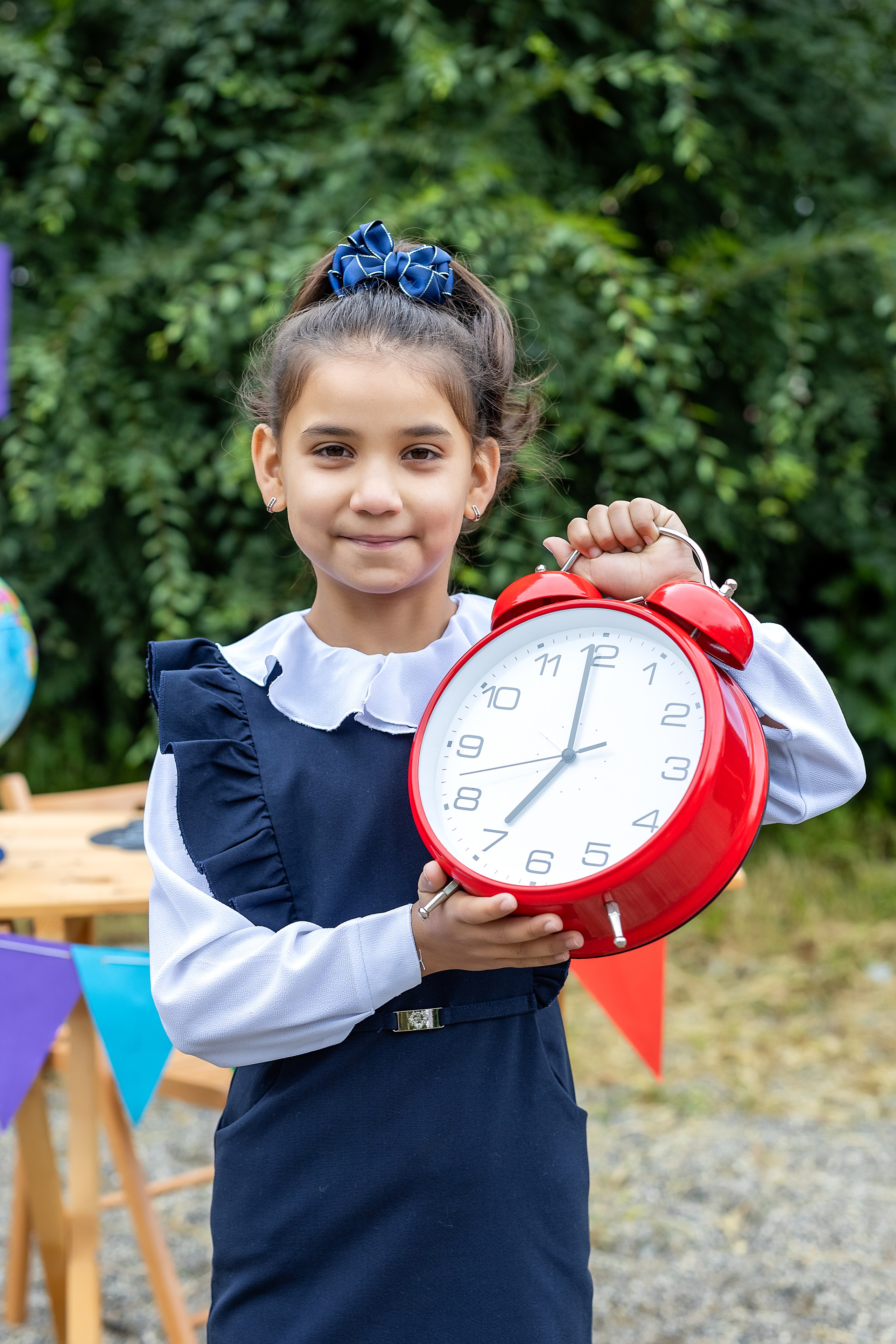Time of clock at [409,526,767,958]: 6:59
